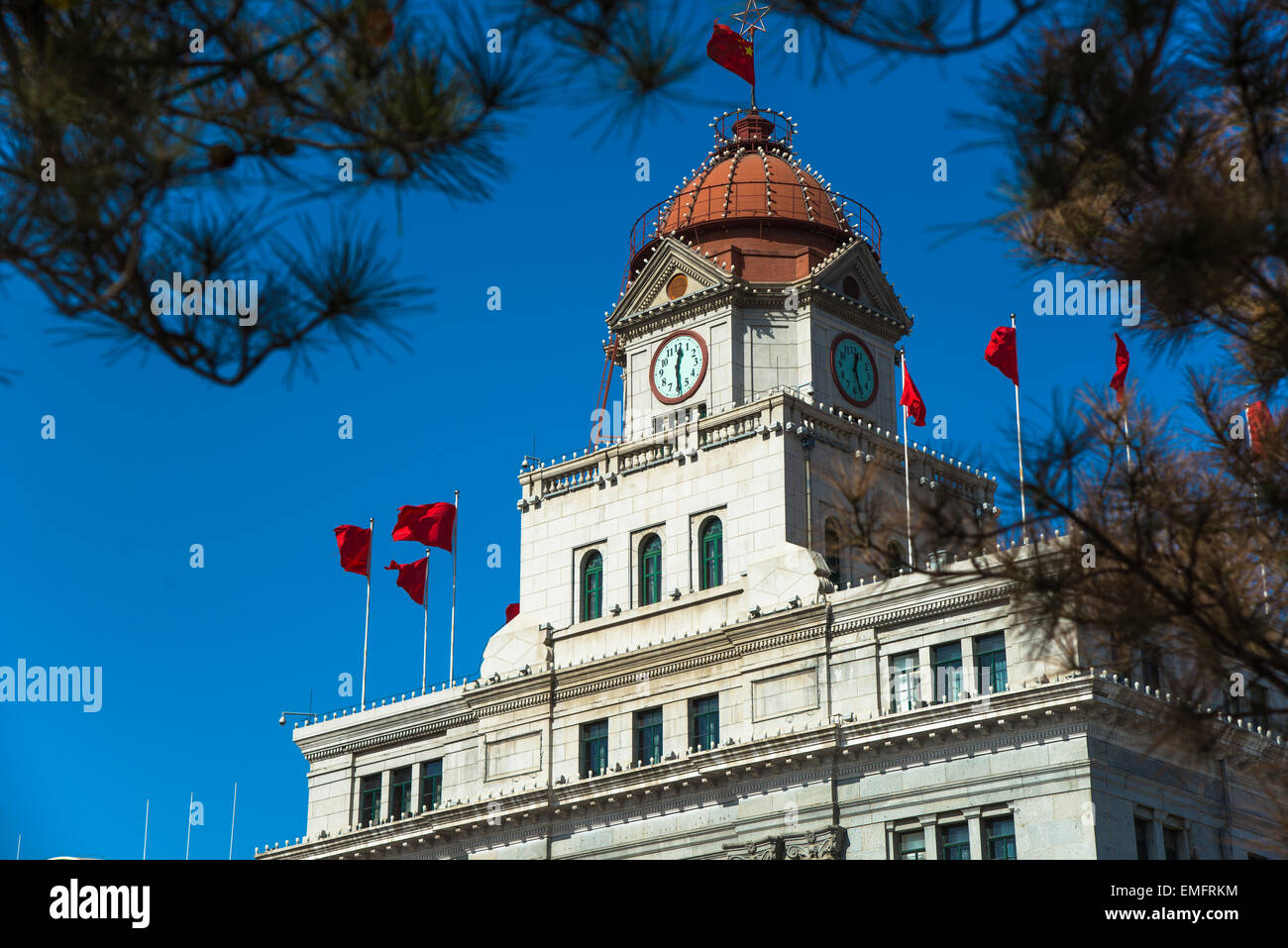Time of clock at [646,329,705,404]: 12:29
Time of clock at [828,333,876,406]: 12:26
